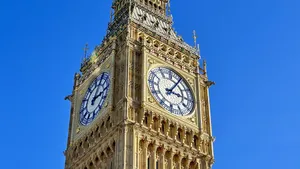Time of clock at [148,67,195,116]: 3:05
